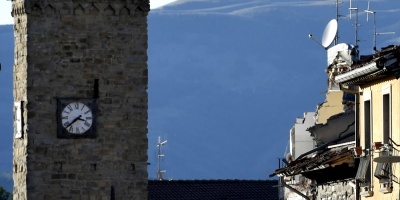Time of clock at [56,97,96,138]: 3:38
